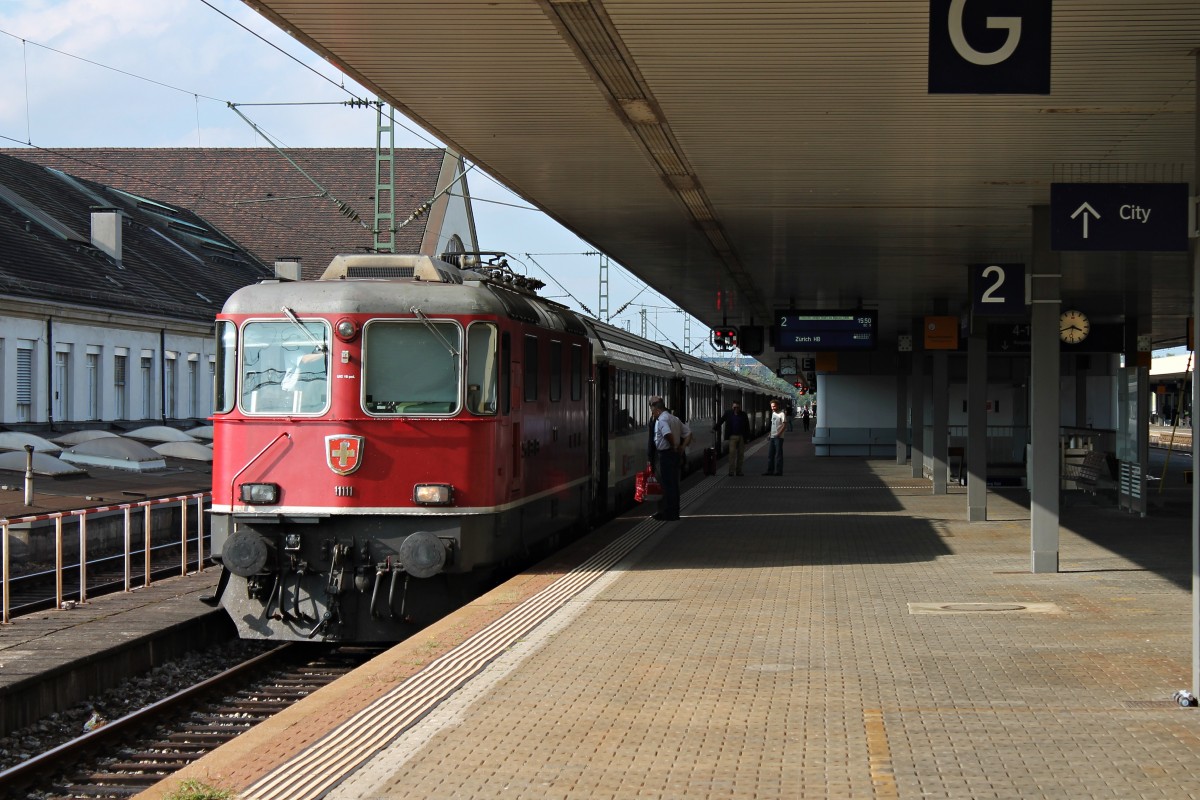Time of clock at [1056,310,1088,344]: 3:41
